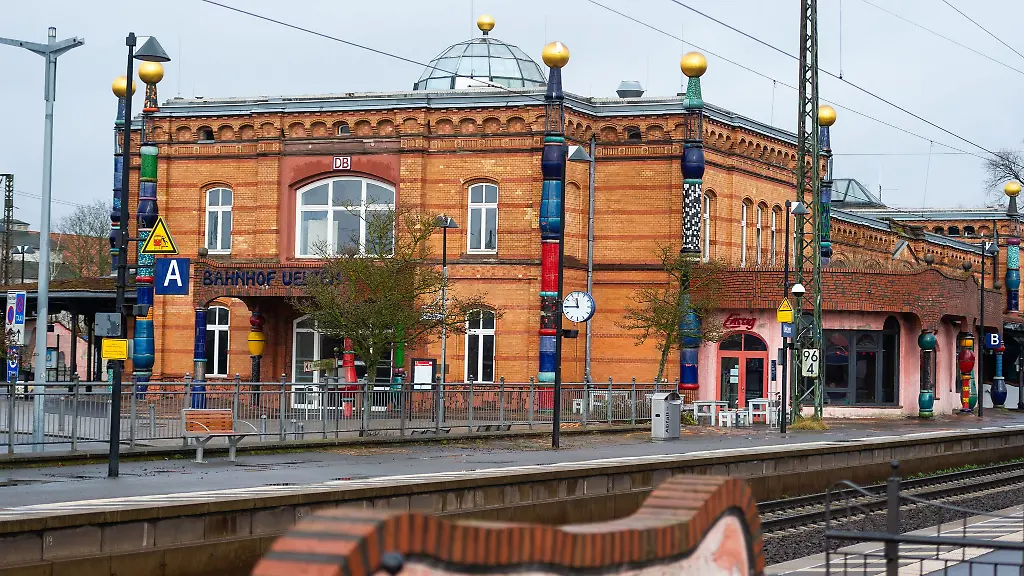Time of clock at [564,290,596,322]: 11:44
